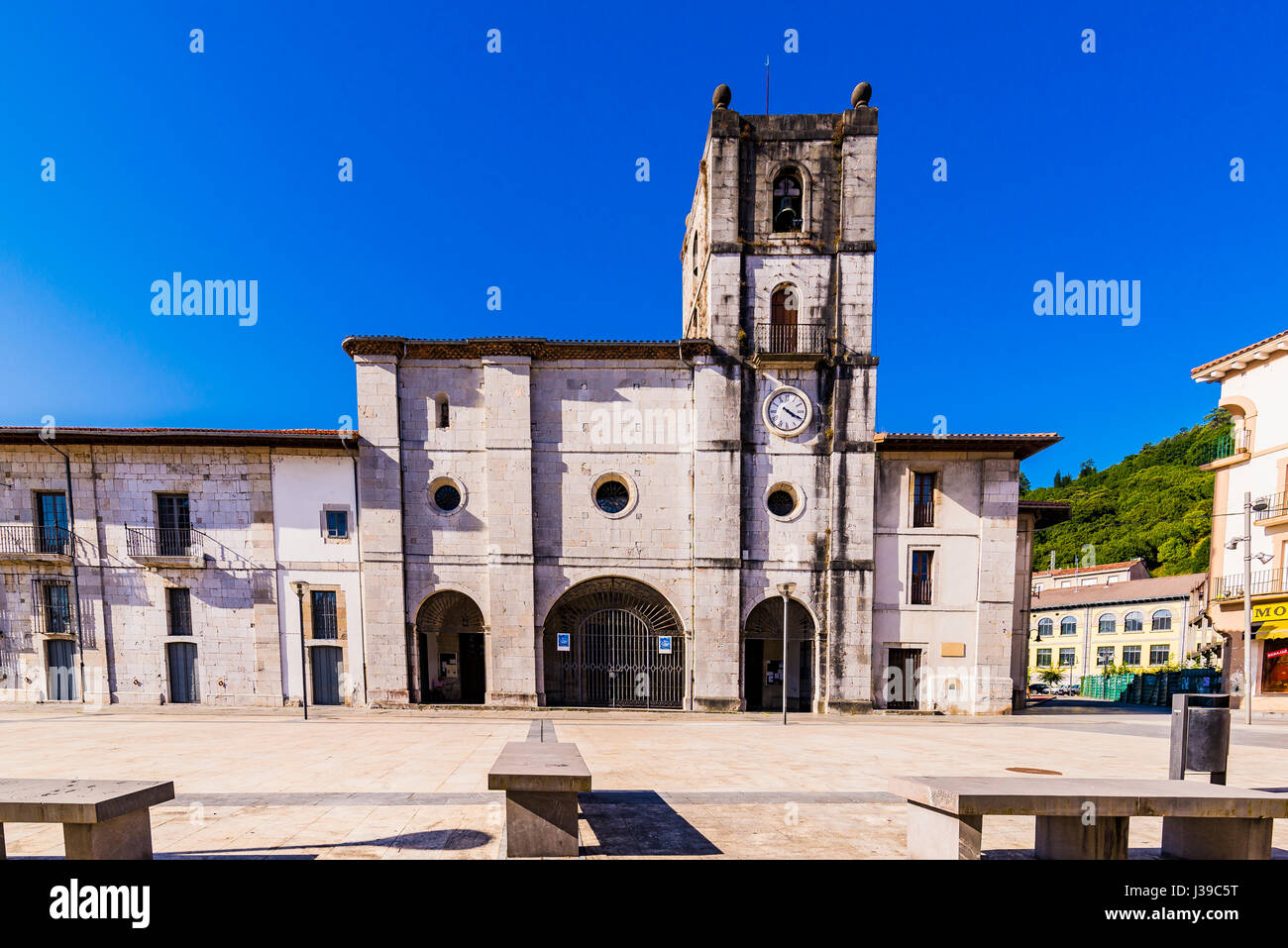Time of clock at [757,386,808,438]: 4:19
